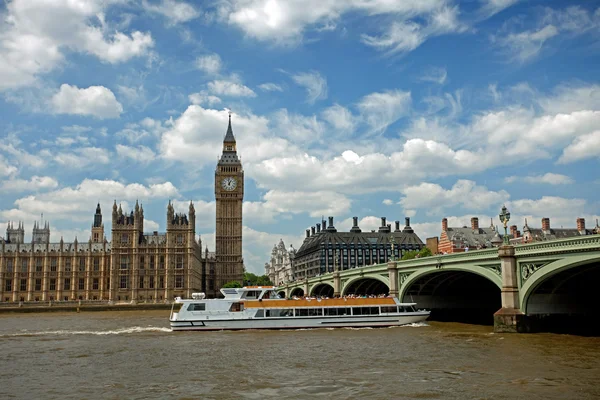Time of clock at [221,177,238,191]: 12:58
